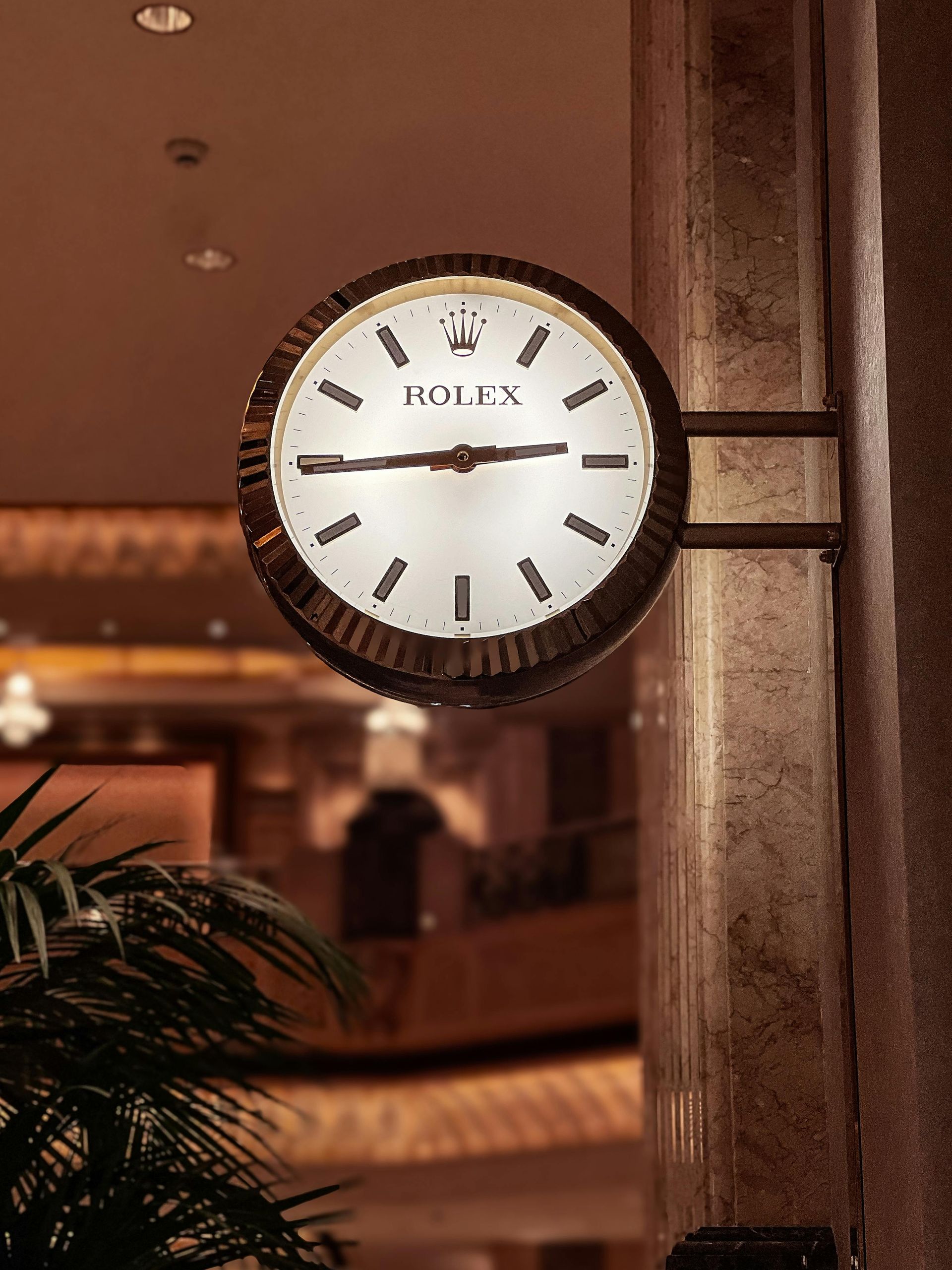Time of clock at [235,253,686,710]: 2:44
